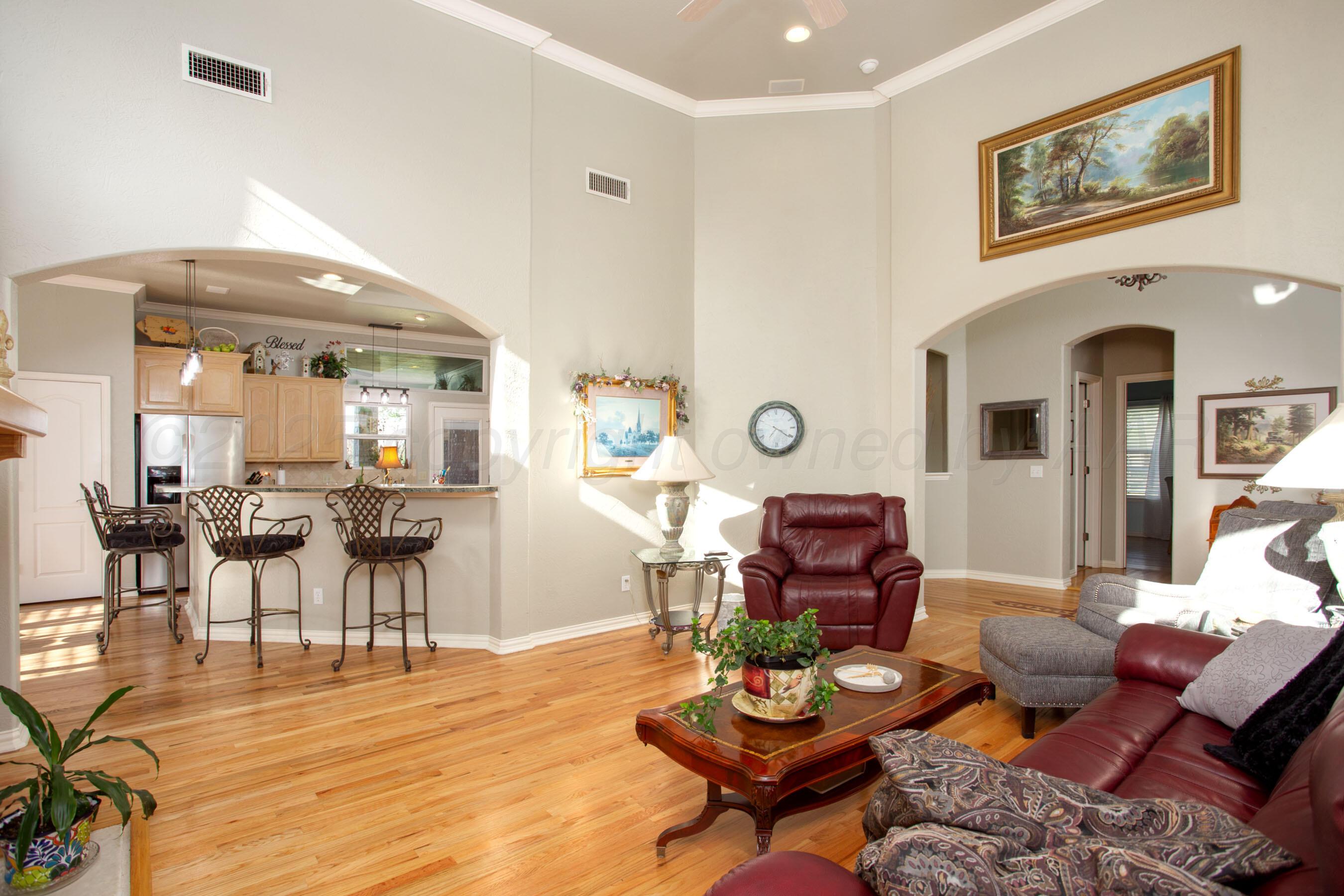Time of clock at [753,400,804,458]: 7:20
